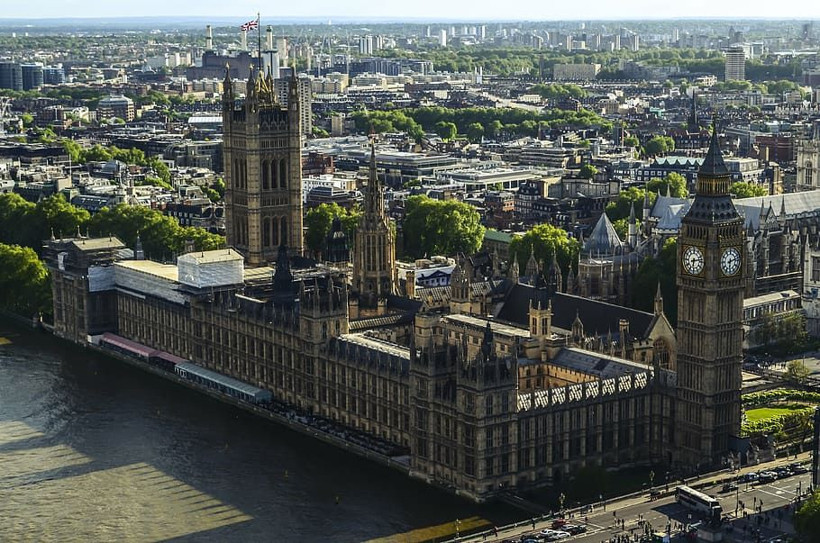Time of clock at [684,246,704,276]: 6:13
